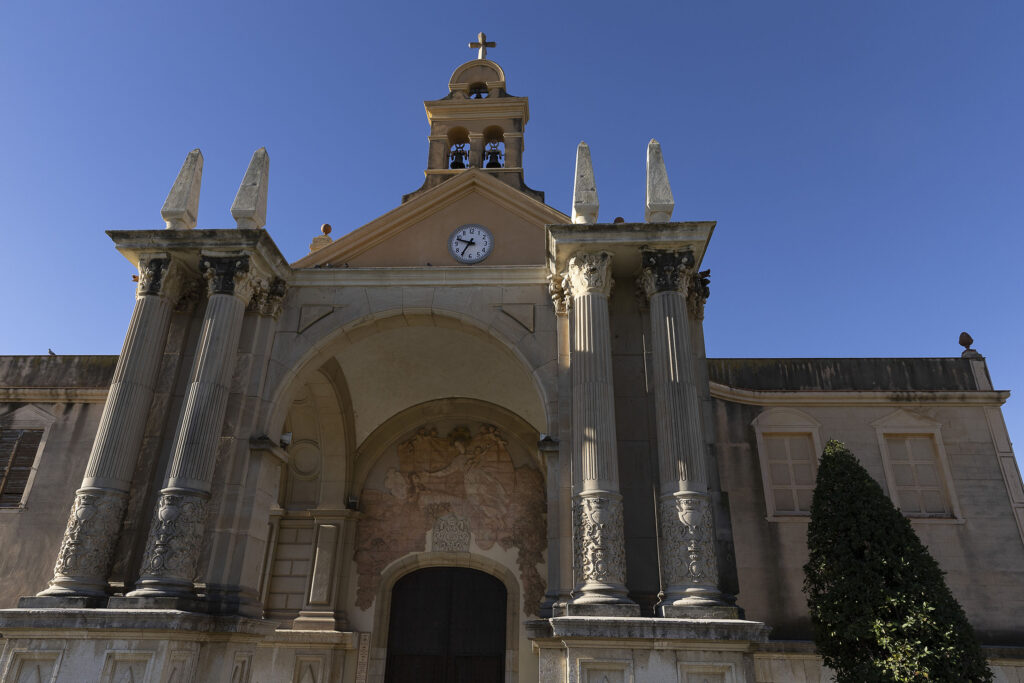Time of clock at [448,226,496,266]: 9:35
